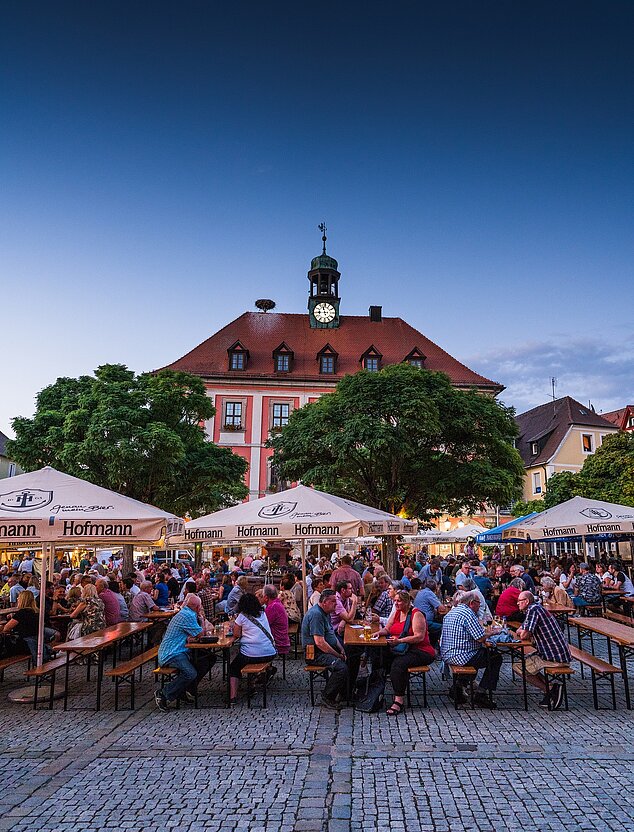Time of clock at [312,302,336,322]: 11:44
